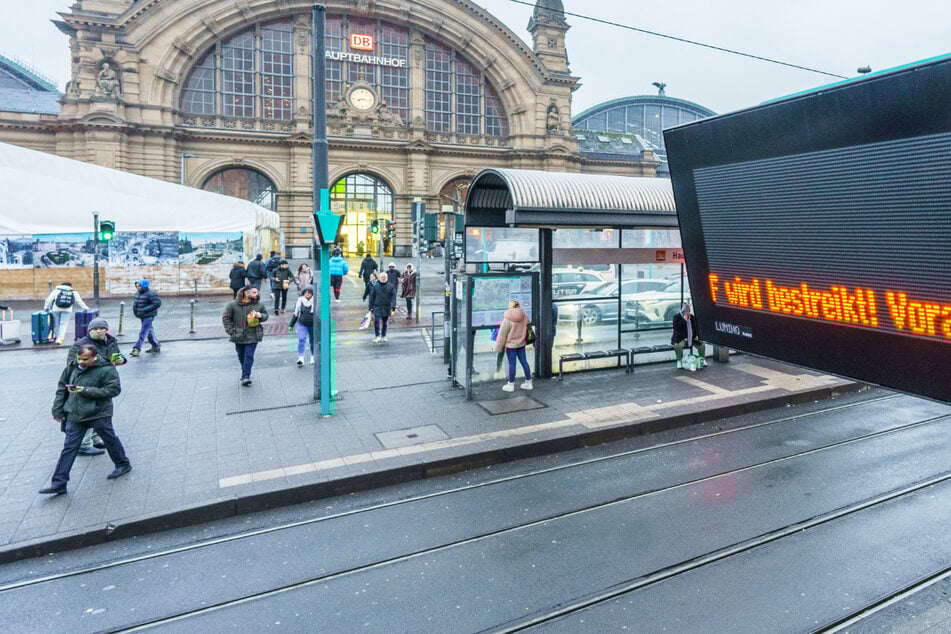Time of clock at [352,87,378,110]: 8:16
